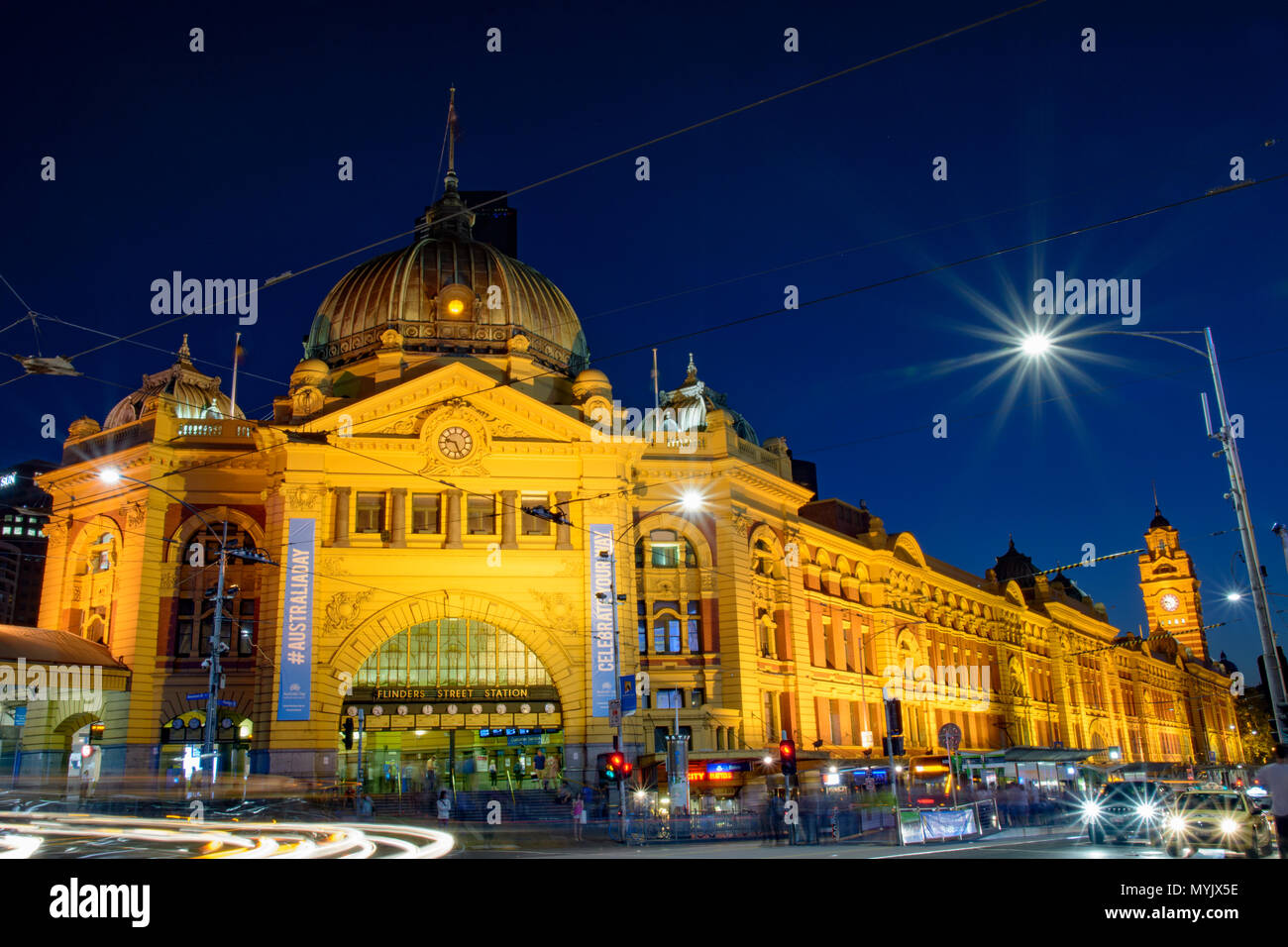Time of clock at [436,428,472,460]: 9:26
